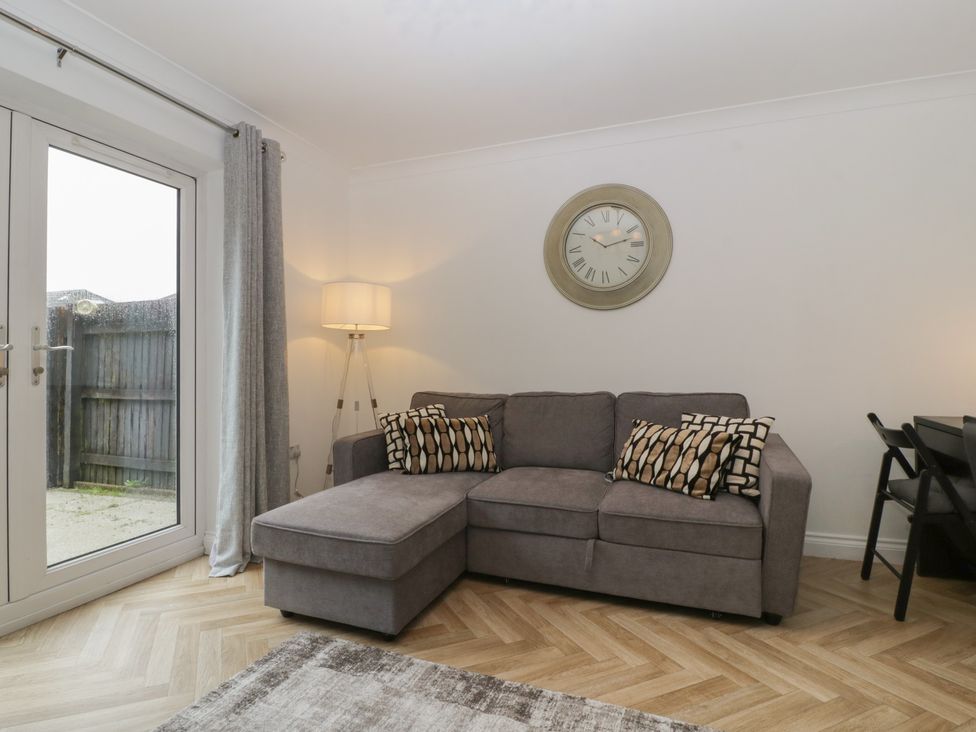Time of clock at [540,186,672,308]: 10:12
